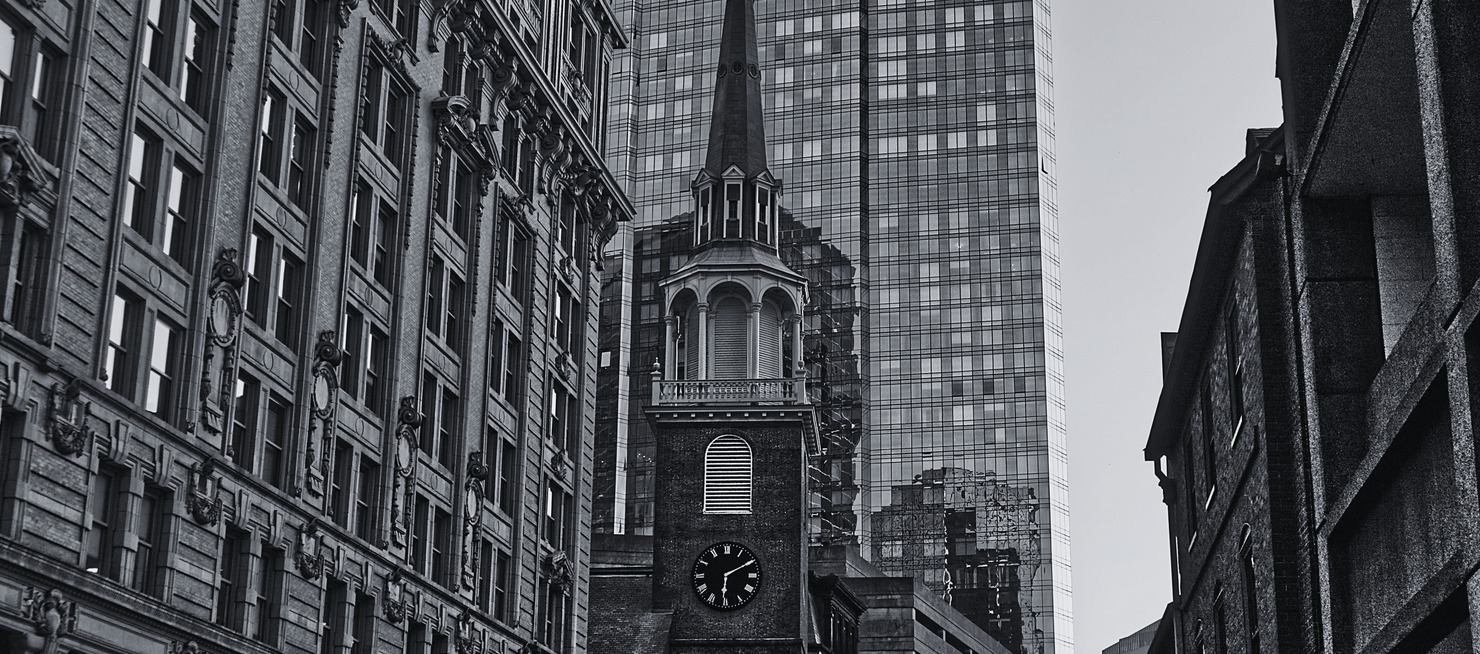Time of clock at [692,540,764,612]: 6:10
